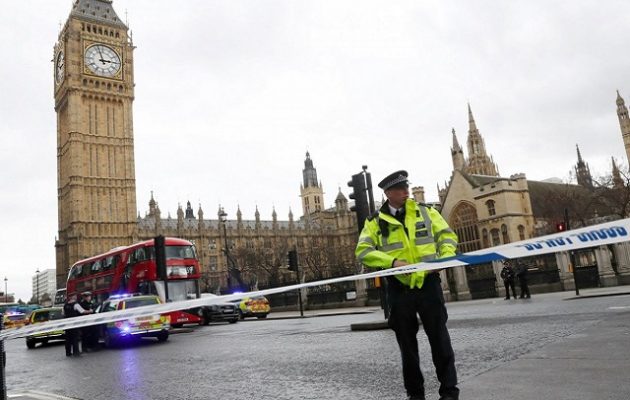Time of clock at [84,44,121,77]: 2:57
